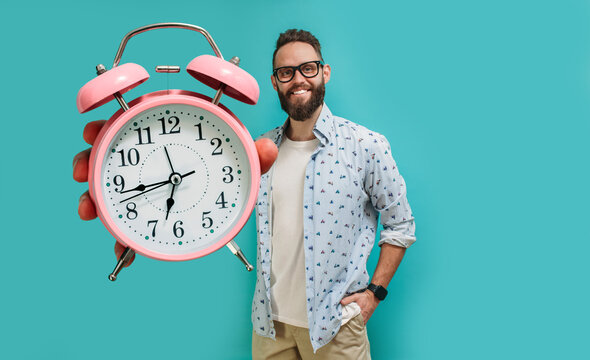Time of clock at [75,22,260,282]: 6:42
